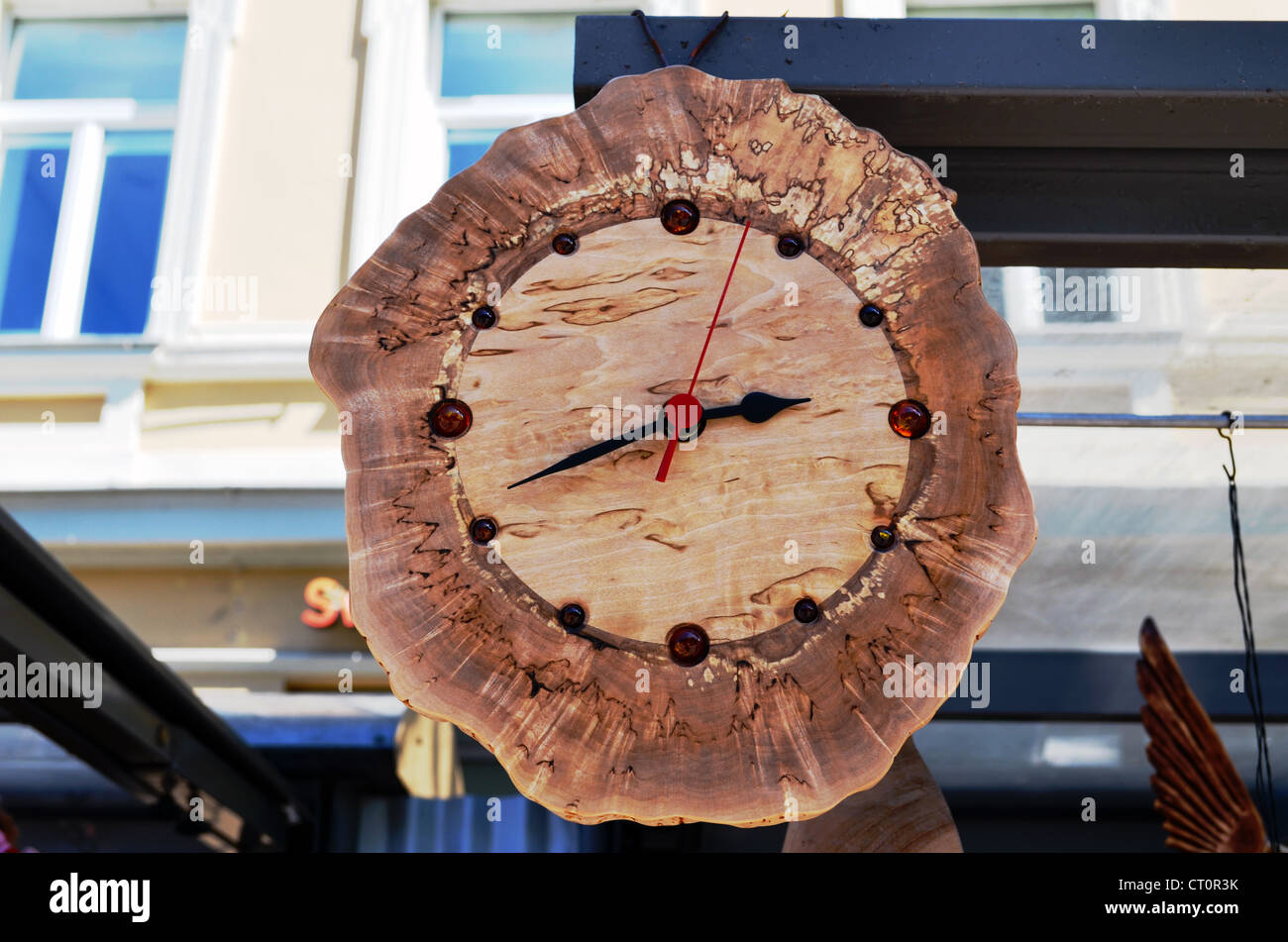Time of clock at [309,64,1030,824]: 2:41
